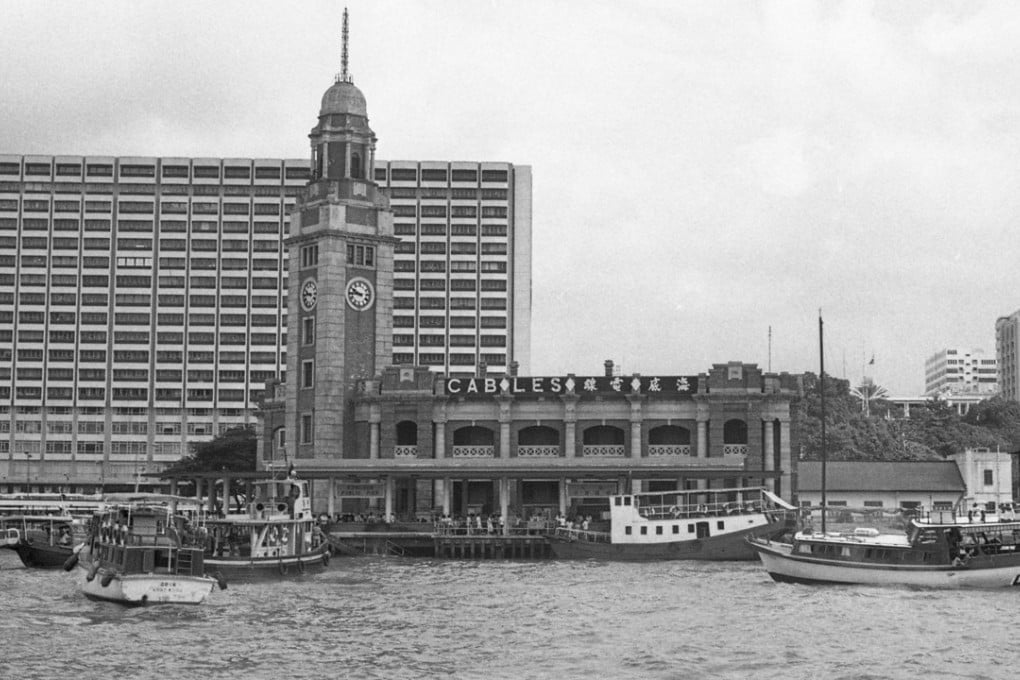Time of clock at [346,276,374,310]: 9:44
